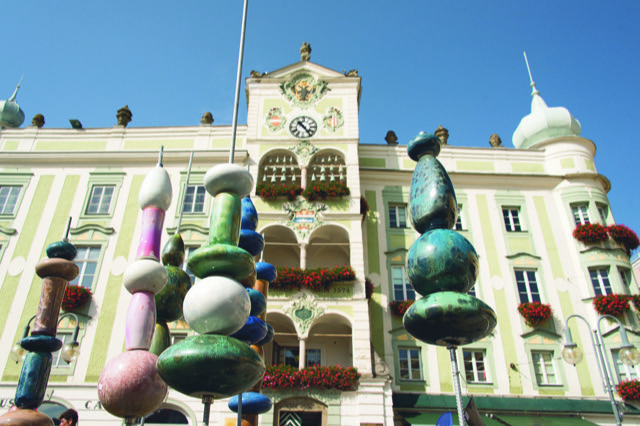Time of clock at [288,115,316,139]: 10:23
